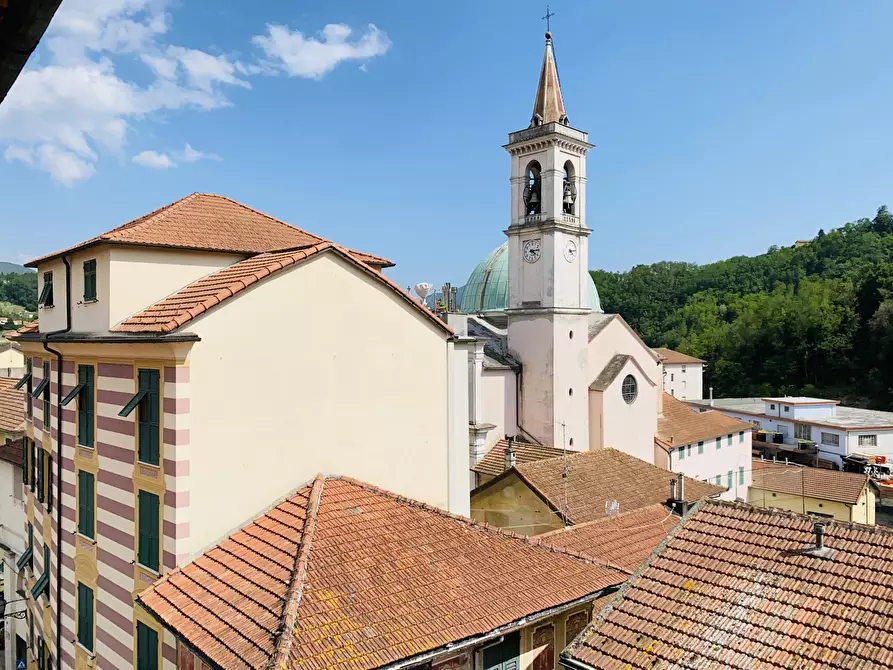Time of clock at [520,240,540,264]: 4:14
